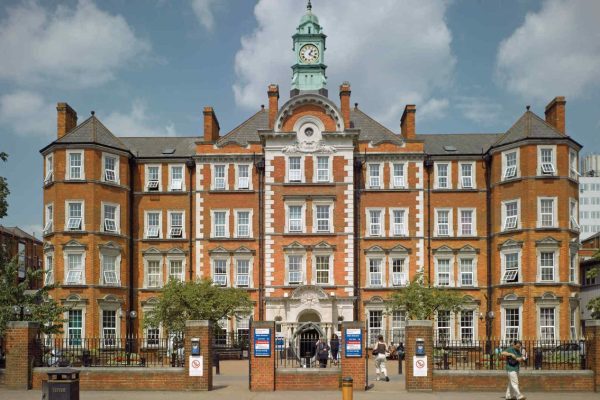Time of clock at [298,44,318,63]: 1:20
